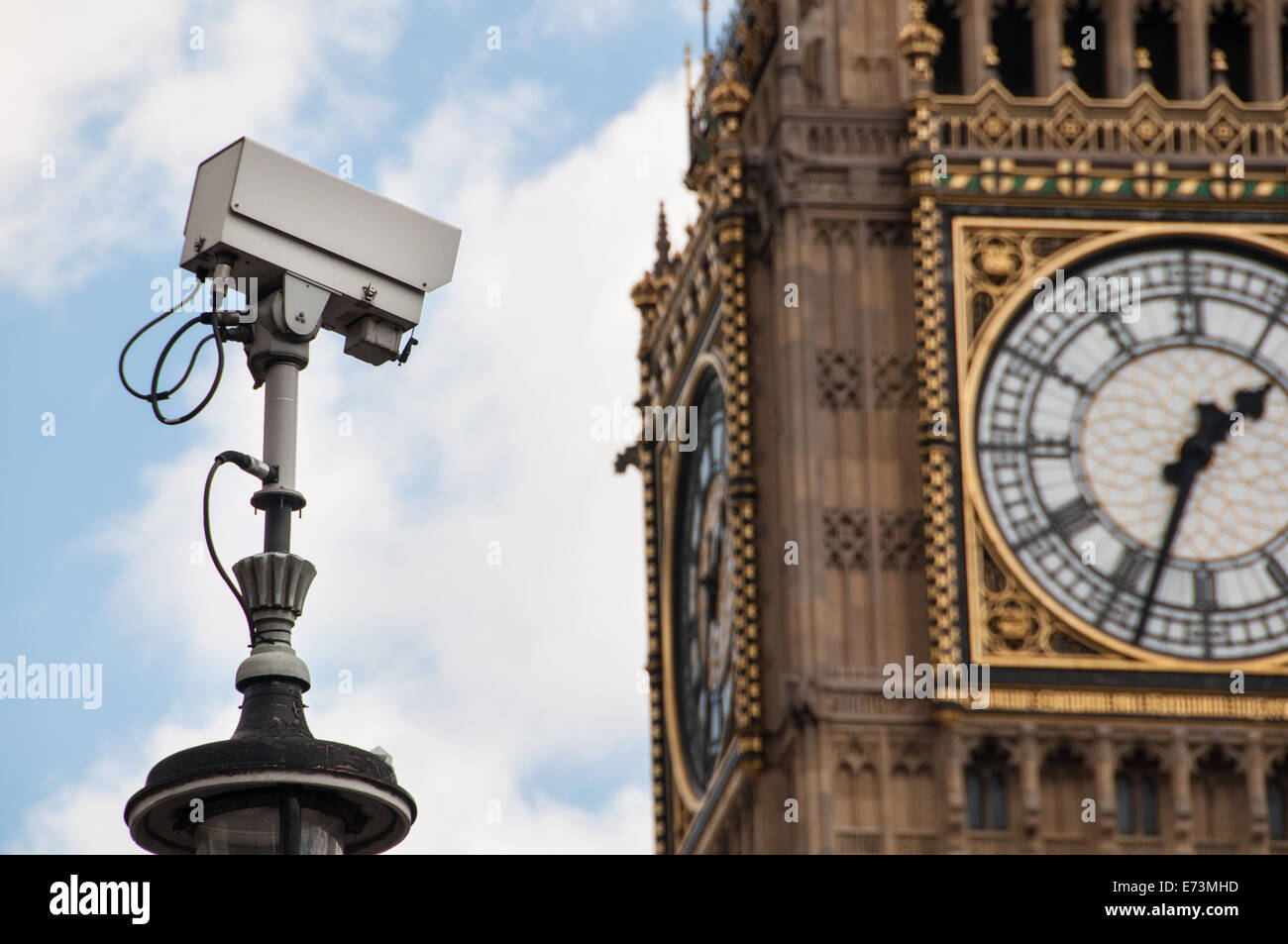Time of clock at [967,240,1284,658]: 1:33
